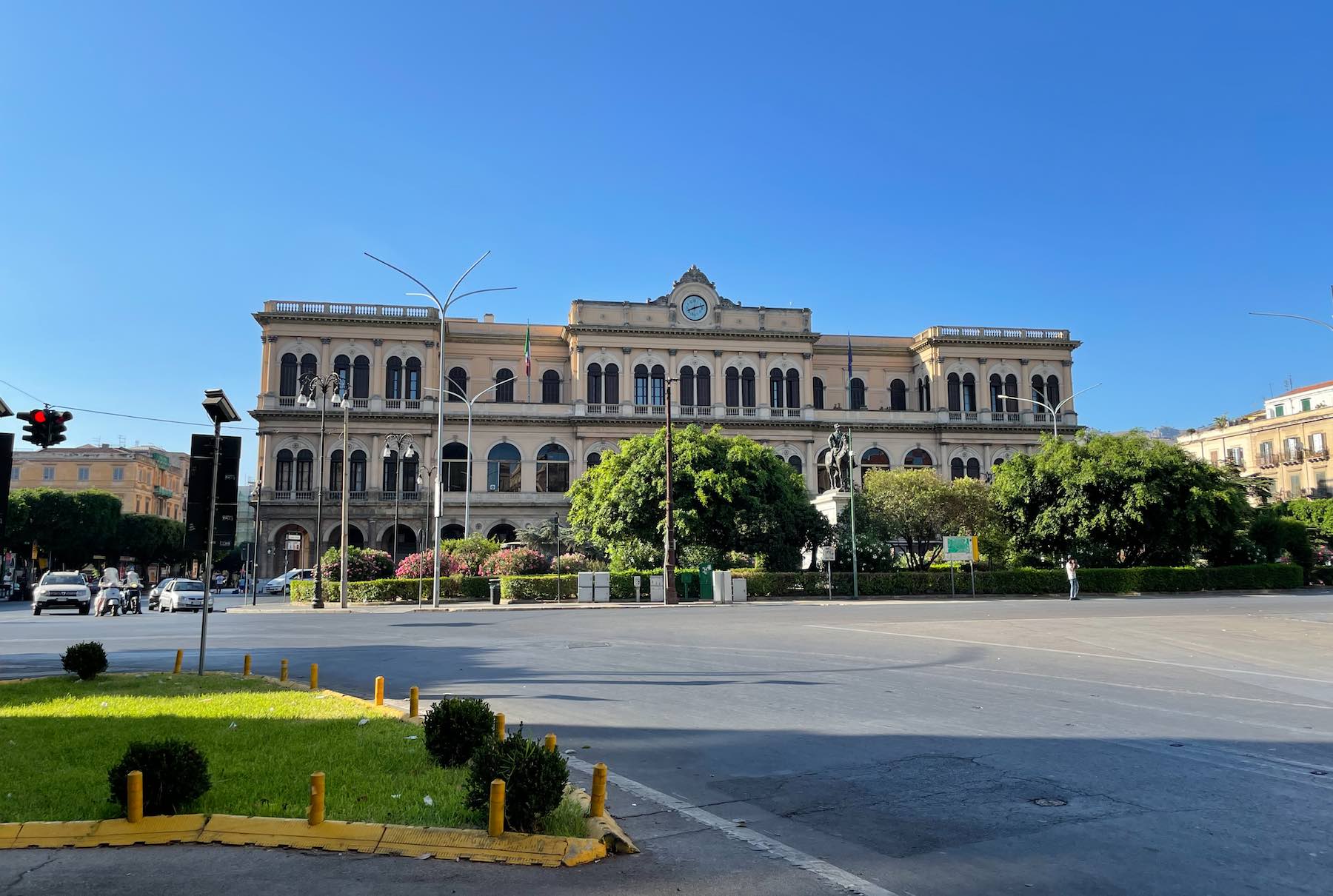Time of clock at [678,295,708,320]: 8:12
